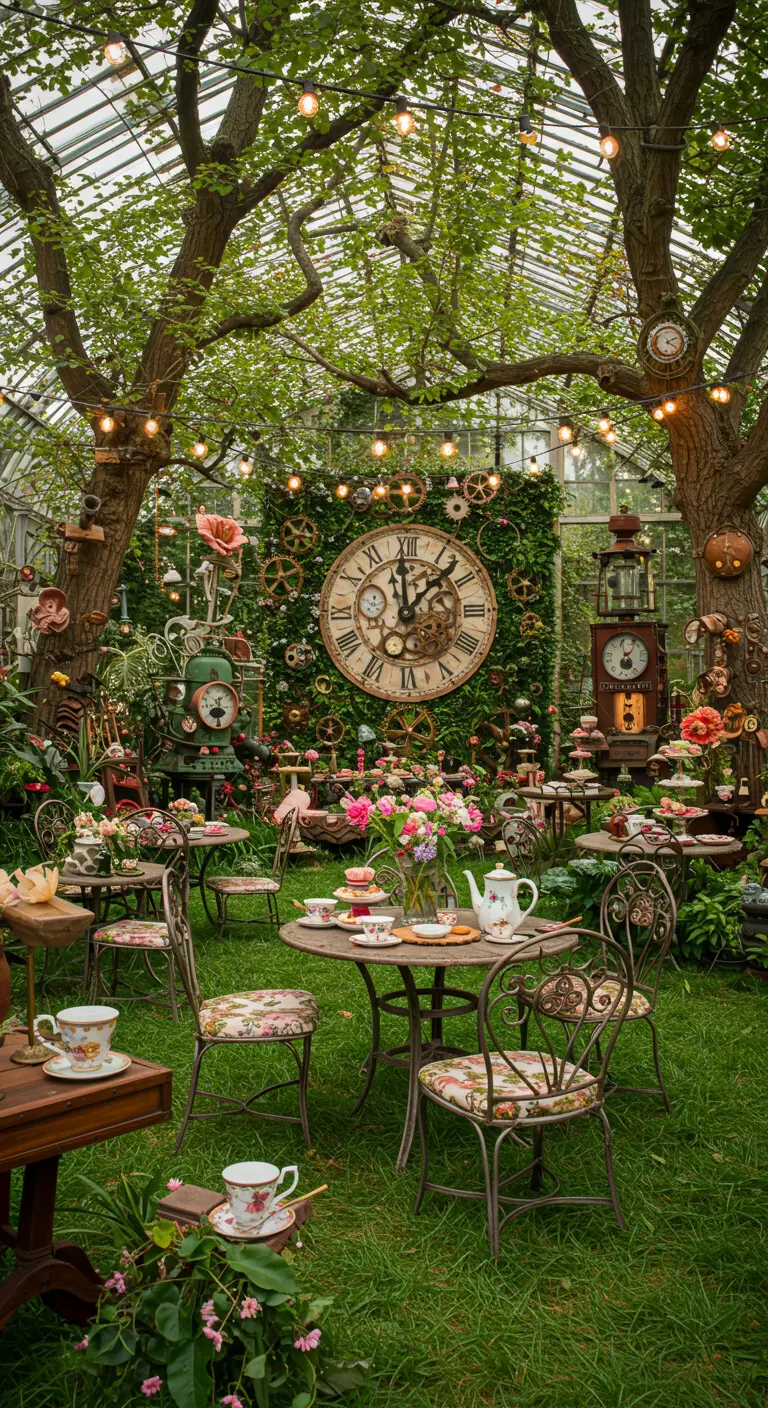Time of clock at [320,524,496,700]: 12:07
